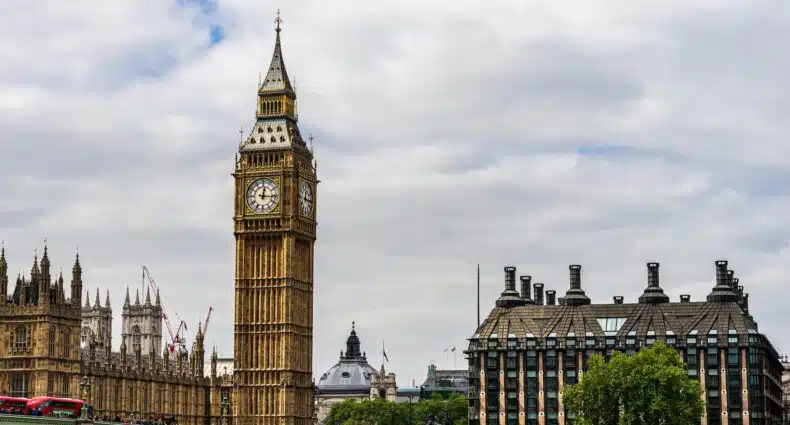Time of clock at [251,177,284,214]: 12:16
